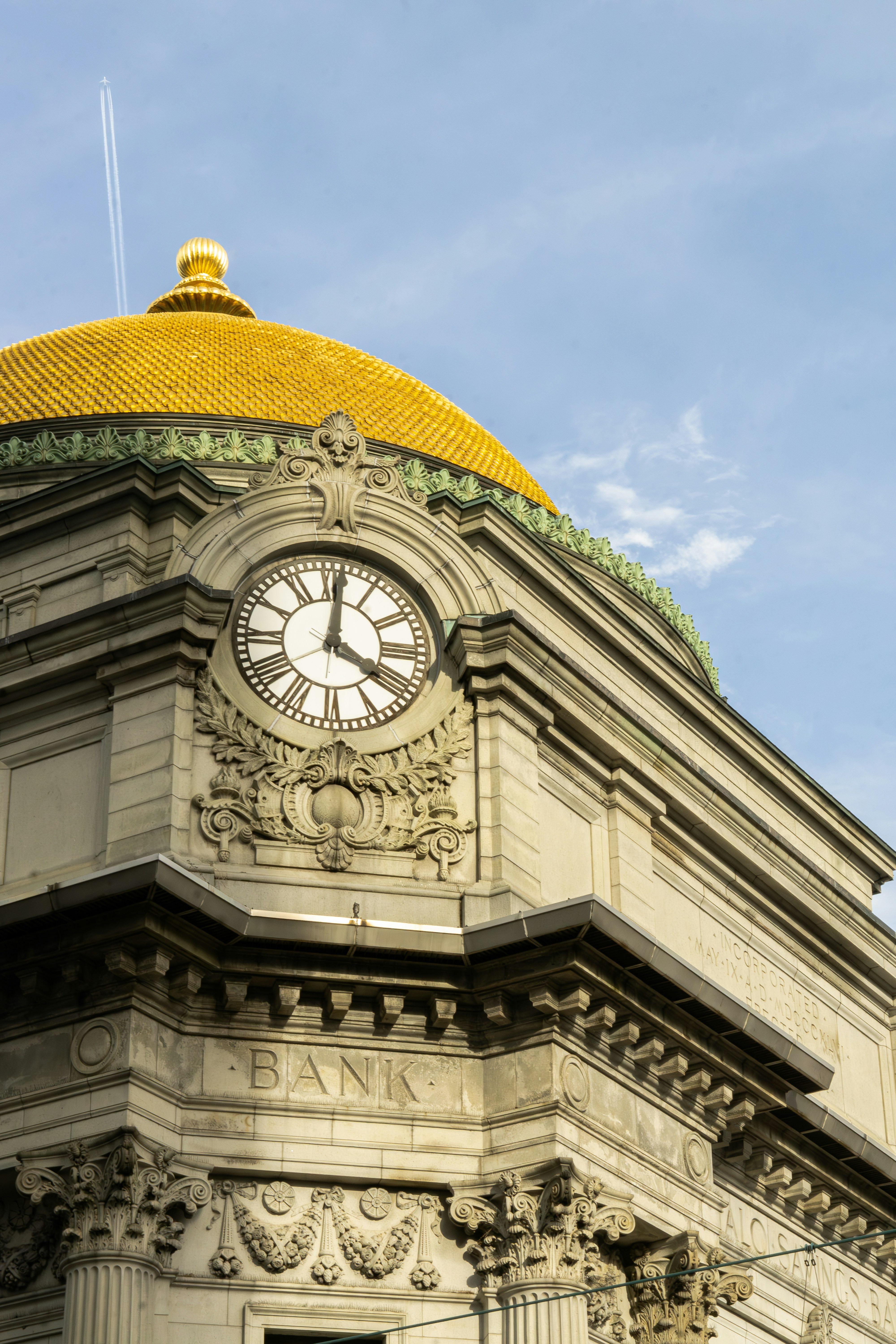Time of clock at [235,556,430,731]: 4:00
